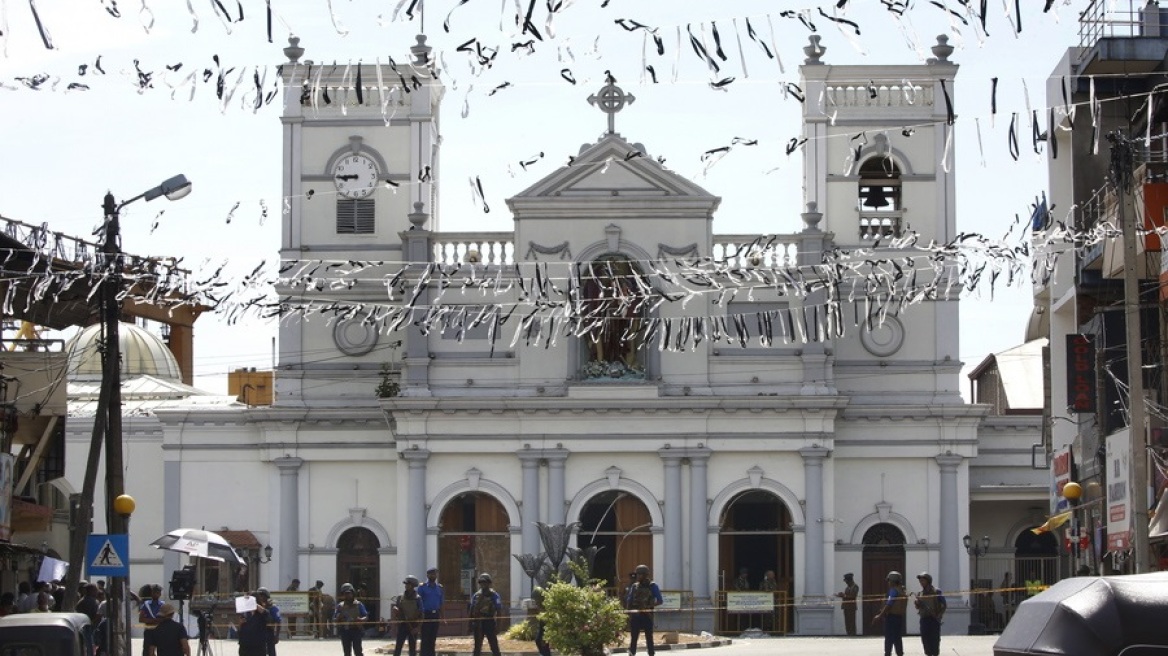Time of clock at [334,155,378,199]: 8:45
